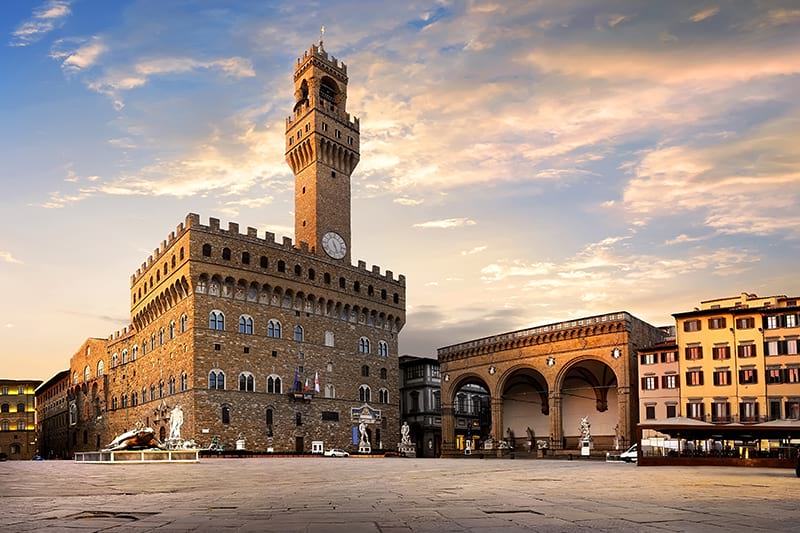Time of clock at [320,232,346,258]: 5:26
